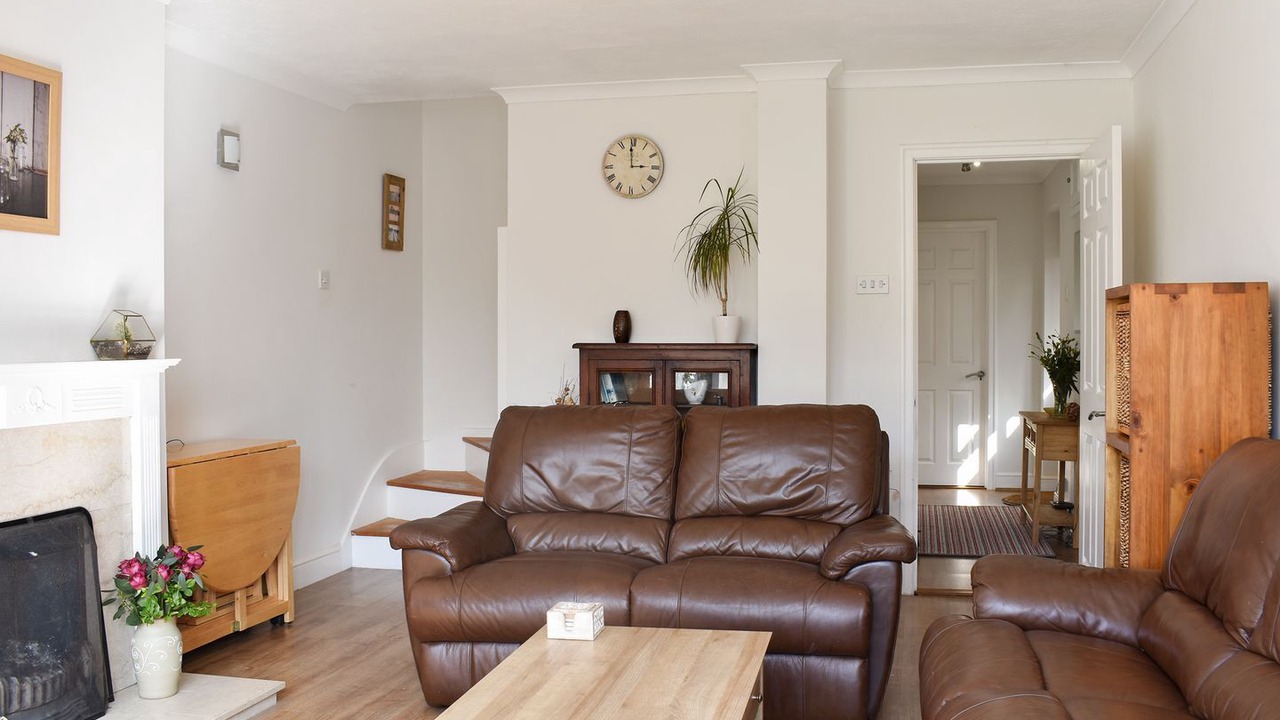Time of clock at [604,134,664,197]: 2:58
